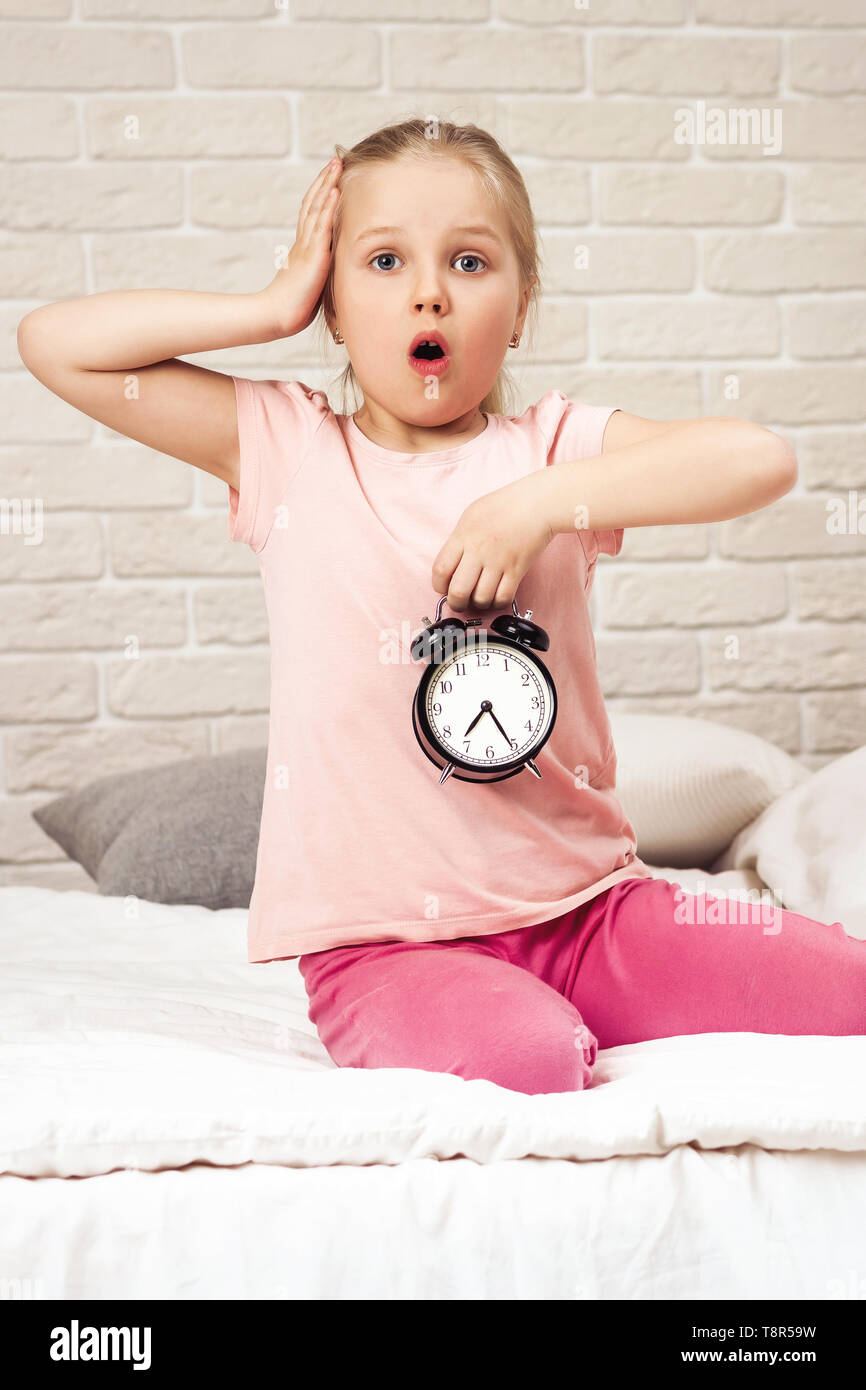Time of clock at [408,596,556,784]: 7:25
